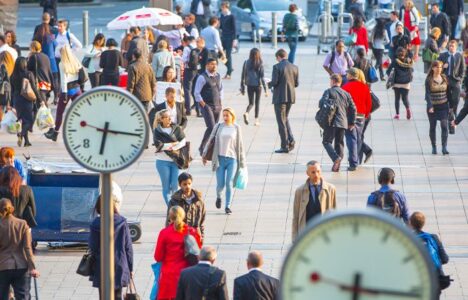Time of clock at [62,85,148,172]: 6:16
